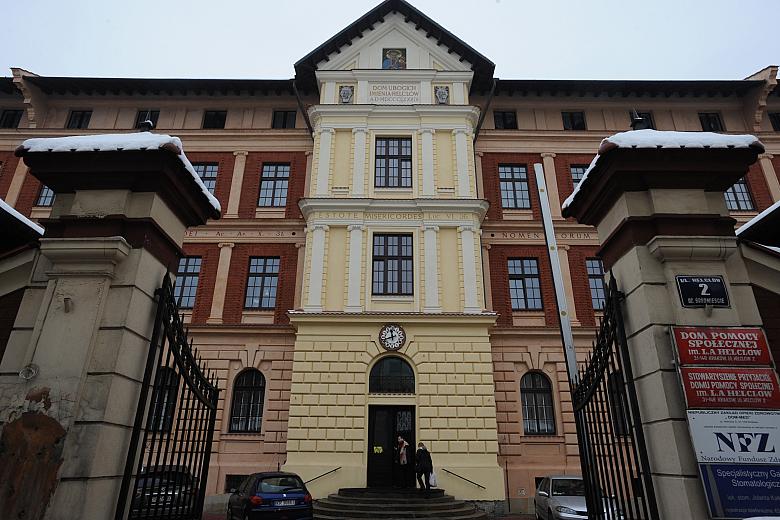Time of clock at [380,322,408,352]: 11:42
